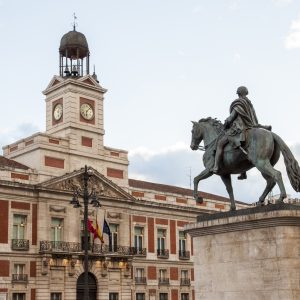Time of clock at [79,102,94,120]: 6:07
